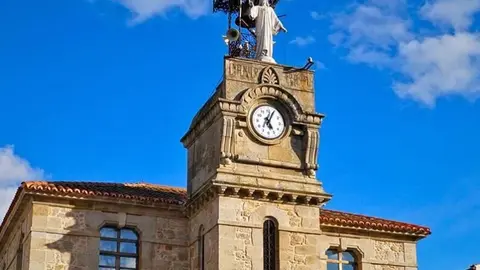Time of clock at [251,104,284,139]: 5:04
